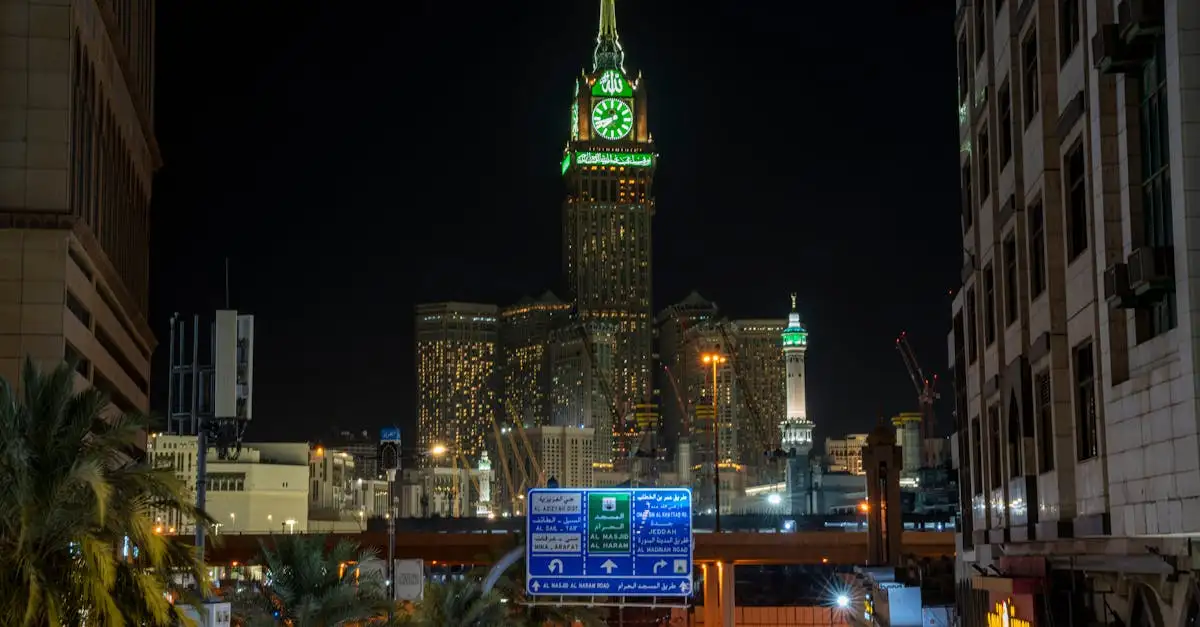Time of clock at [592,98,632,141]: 8:38
